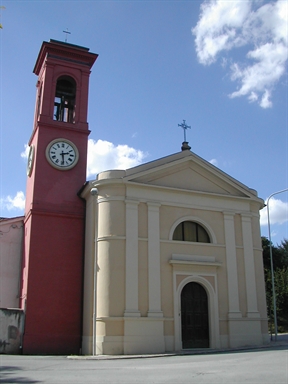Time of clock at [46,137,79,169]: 2:28
